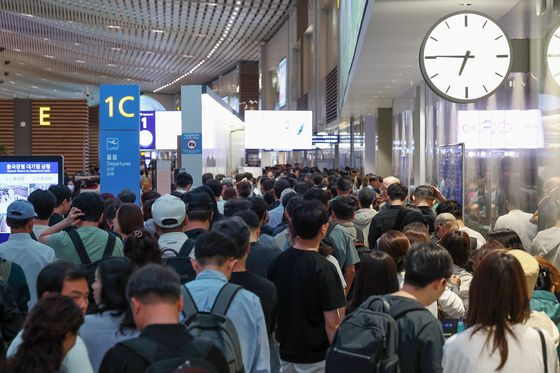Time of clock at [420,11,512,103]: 6:45
